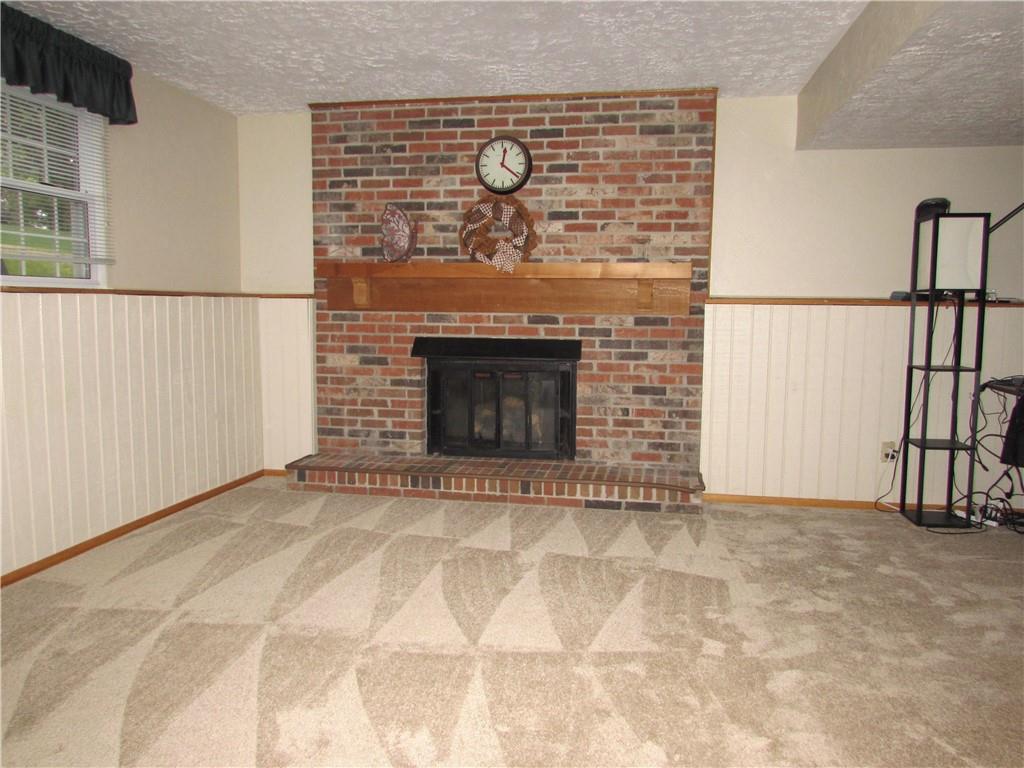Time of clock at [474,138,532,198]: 12:21
